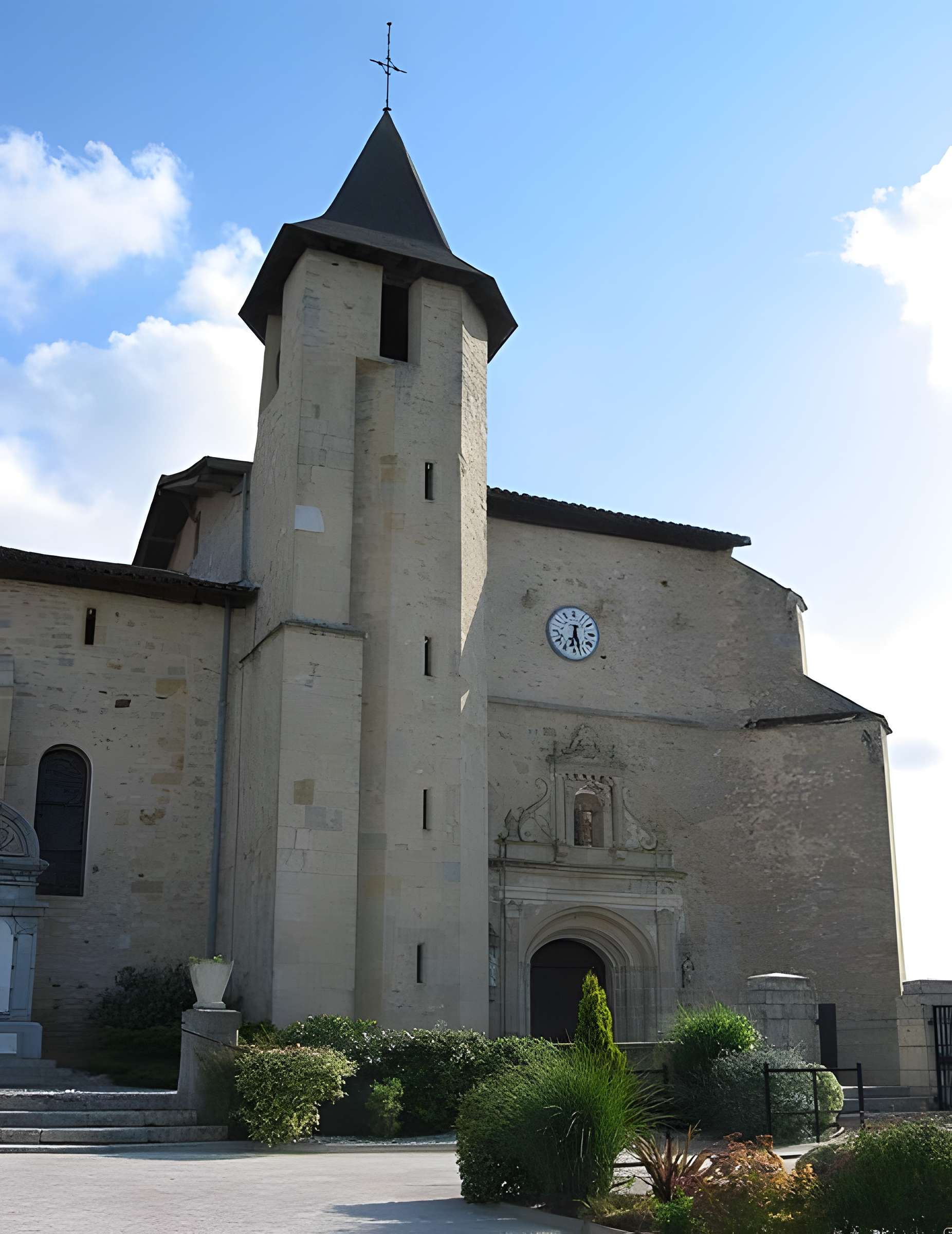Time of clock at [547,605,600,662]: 6:27
